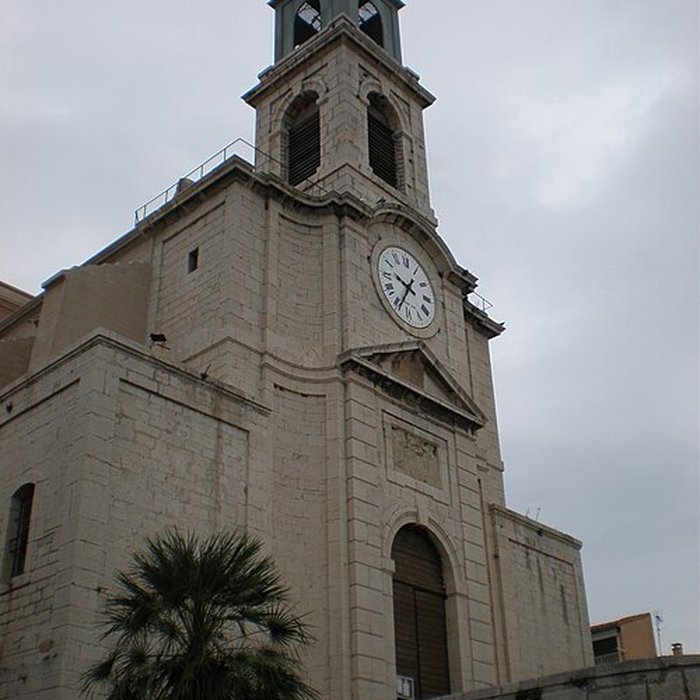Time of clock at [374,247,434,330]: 9:34
